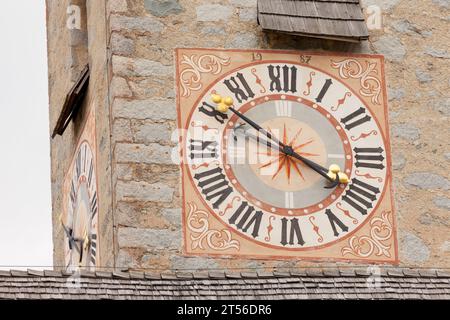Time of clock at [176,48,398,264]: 3:51
